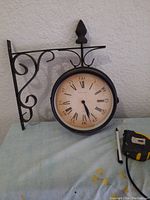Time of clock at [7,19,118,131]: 5:26
